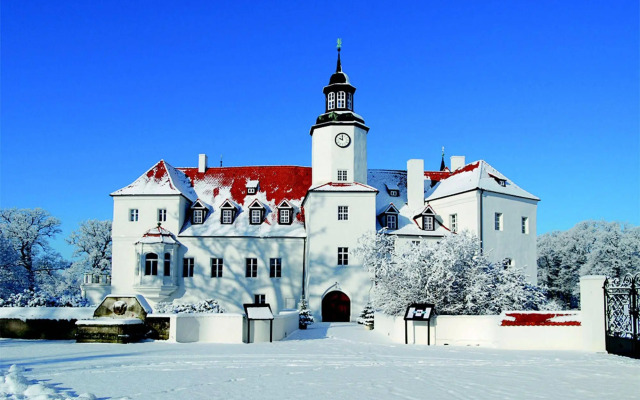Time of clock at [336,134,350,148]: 9:59
